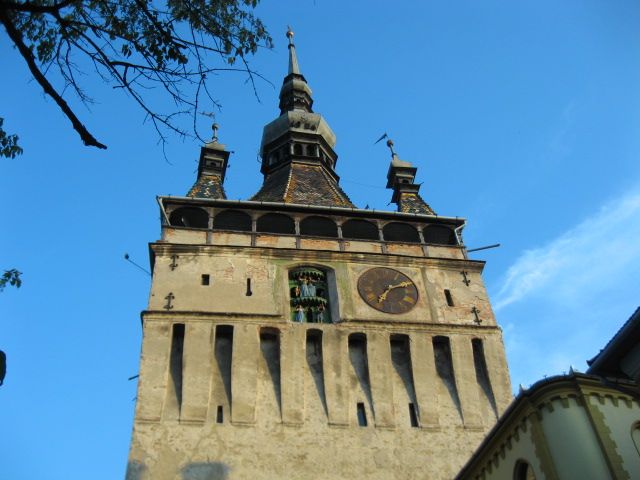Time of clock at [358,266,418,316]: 7:10
